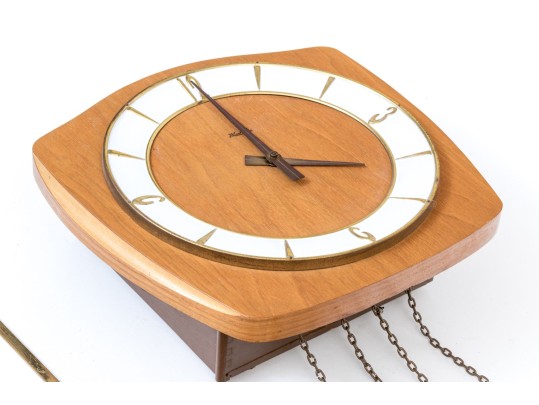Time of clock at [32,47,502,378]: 2:55
